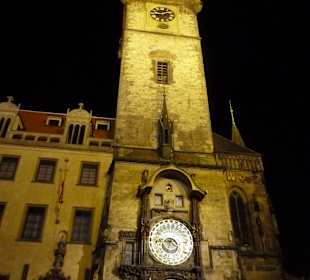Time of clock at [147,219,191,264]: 3:43
